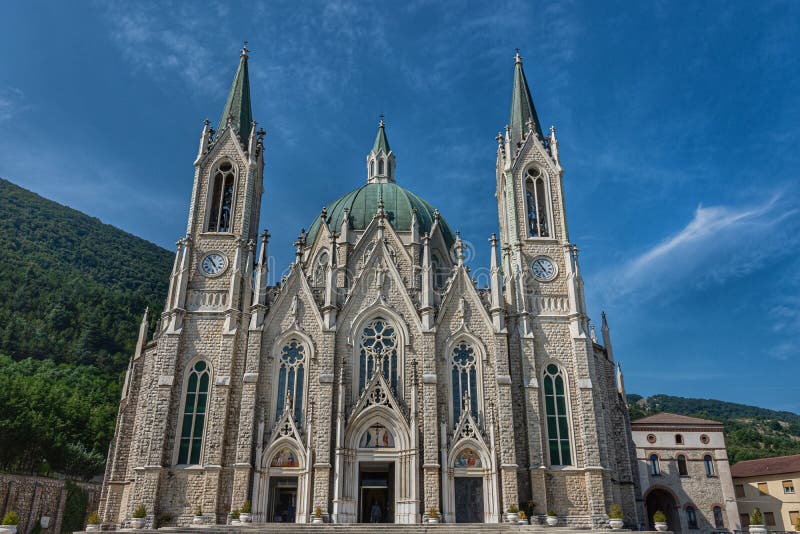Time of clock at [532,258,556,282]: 4:54
